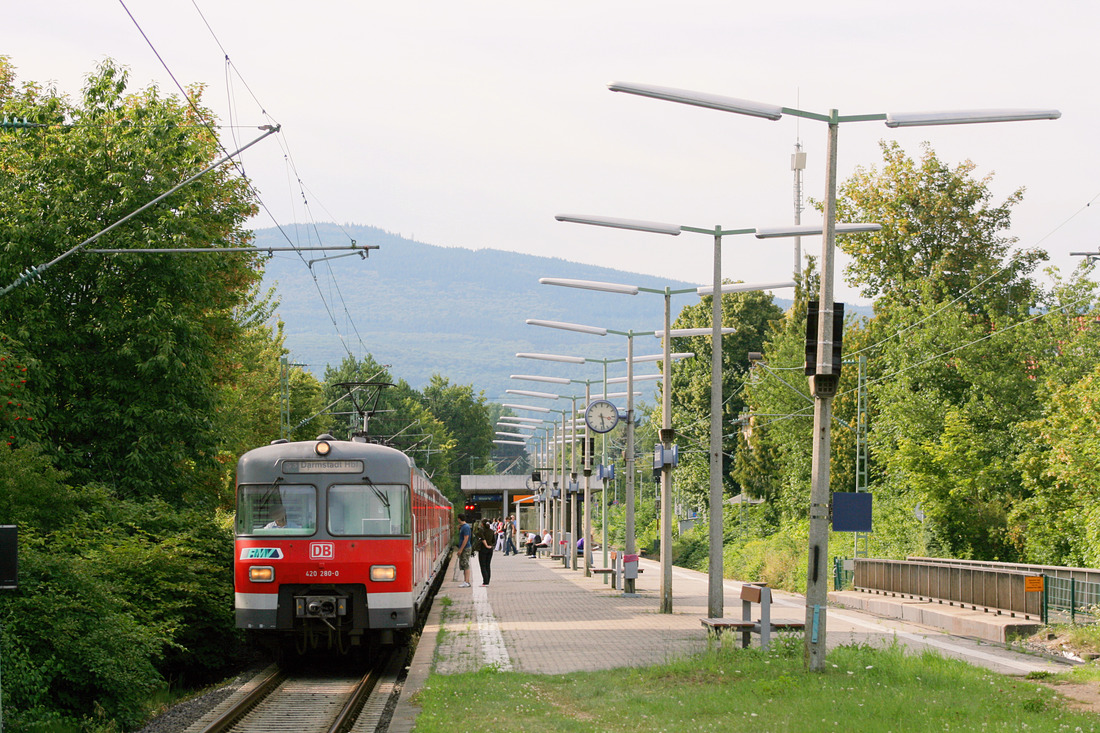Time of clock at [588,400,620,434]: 3:28
